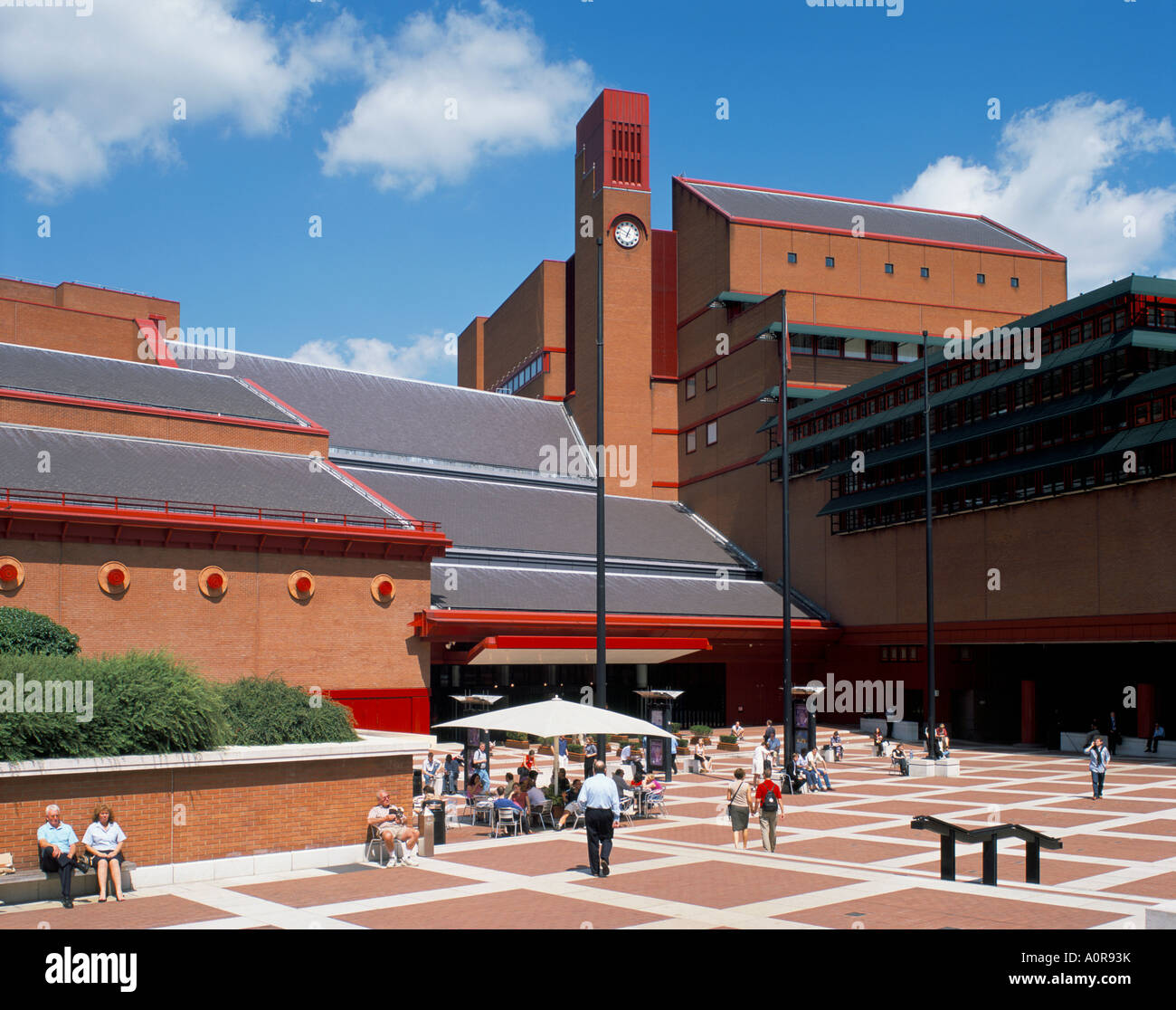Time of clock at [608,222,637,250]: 12:49
